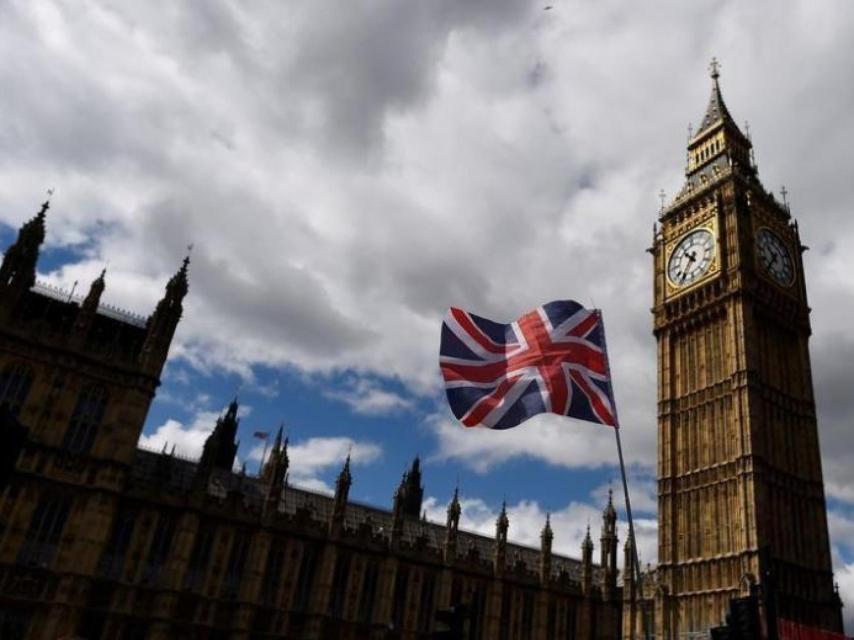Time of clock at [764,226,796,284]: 10:36
